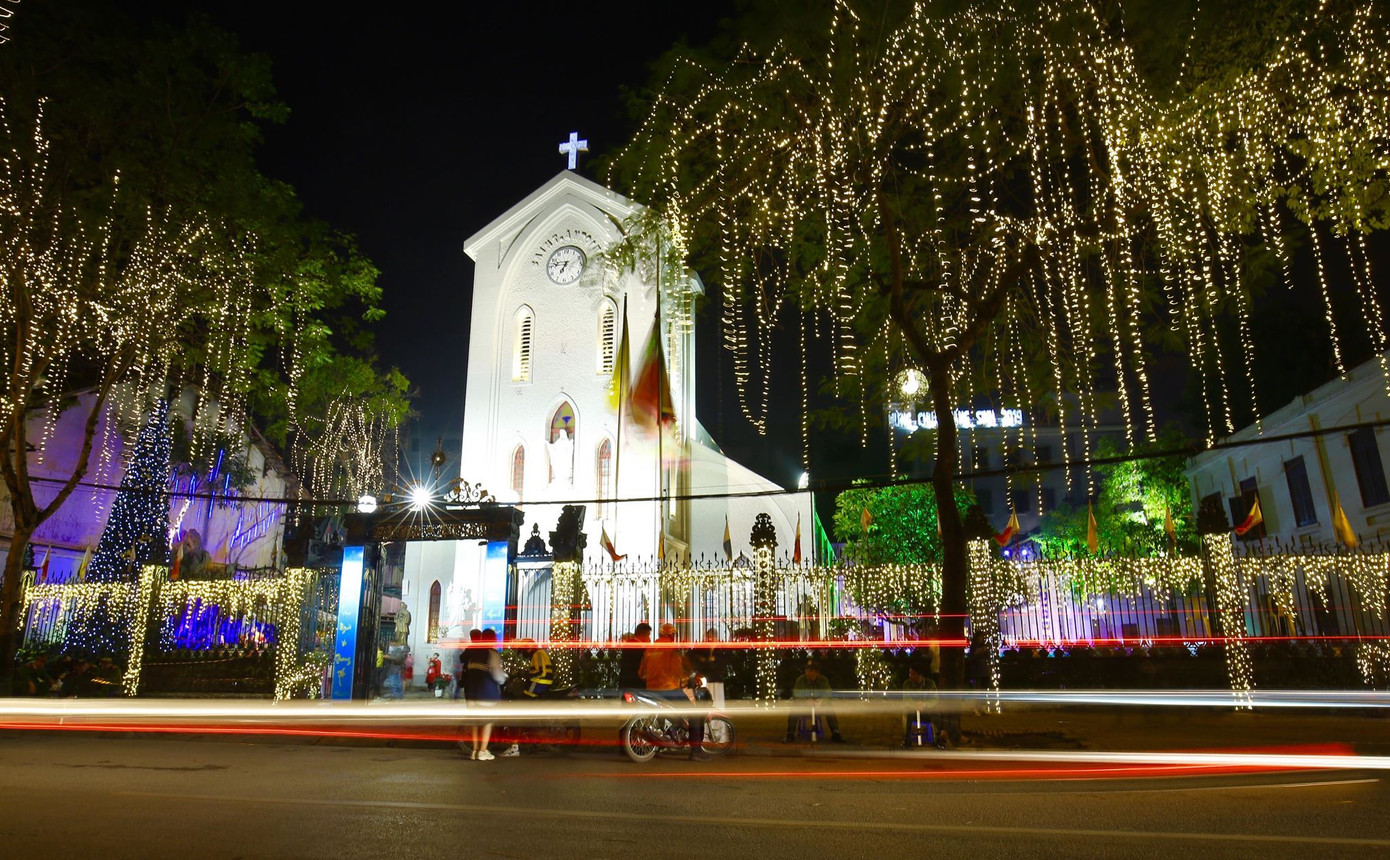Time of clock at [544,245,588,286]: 6:46
